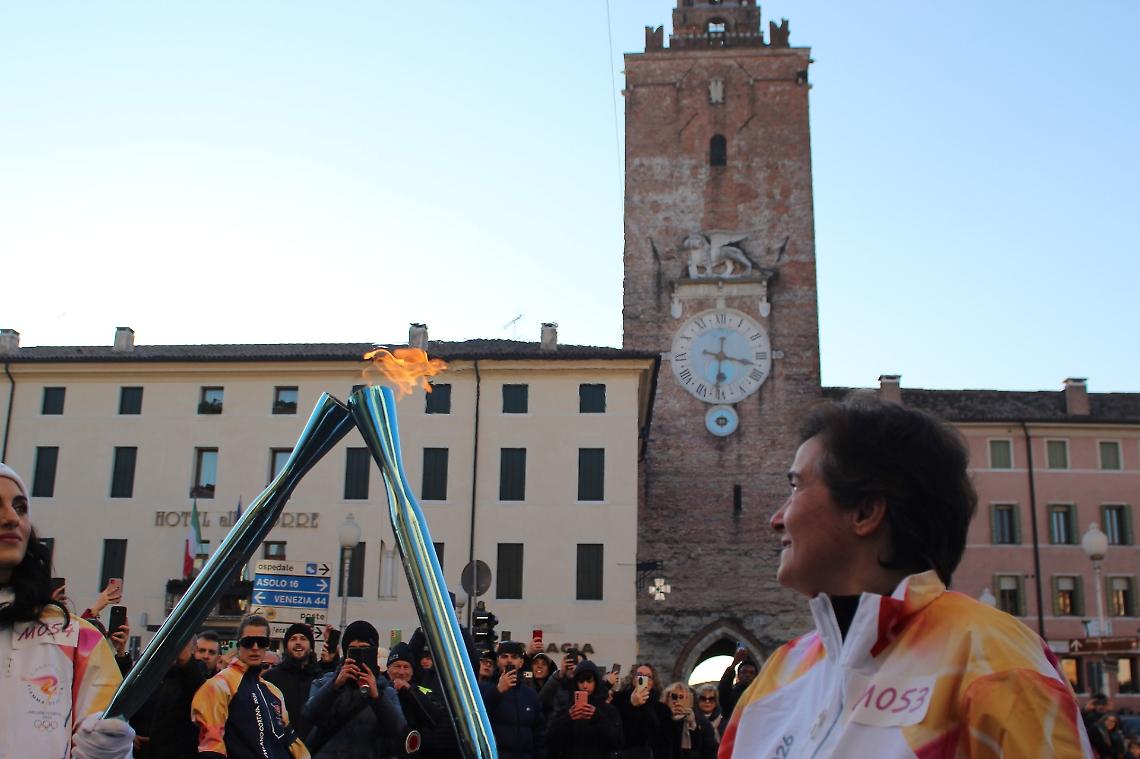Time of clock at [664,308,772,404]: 6:17
